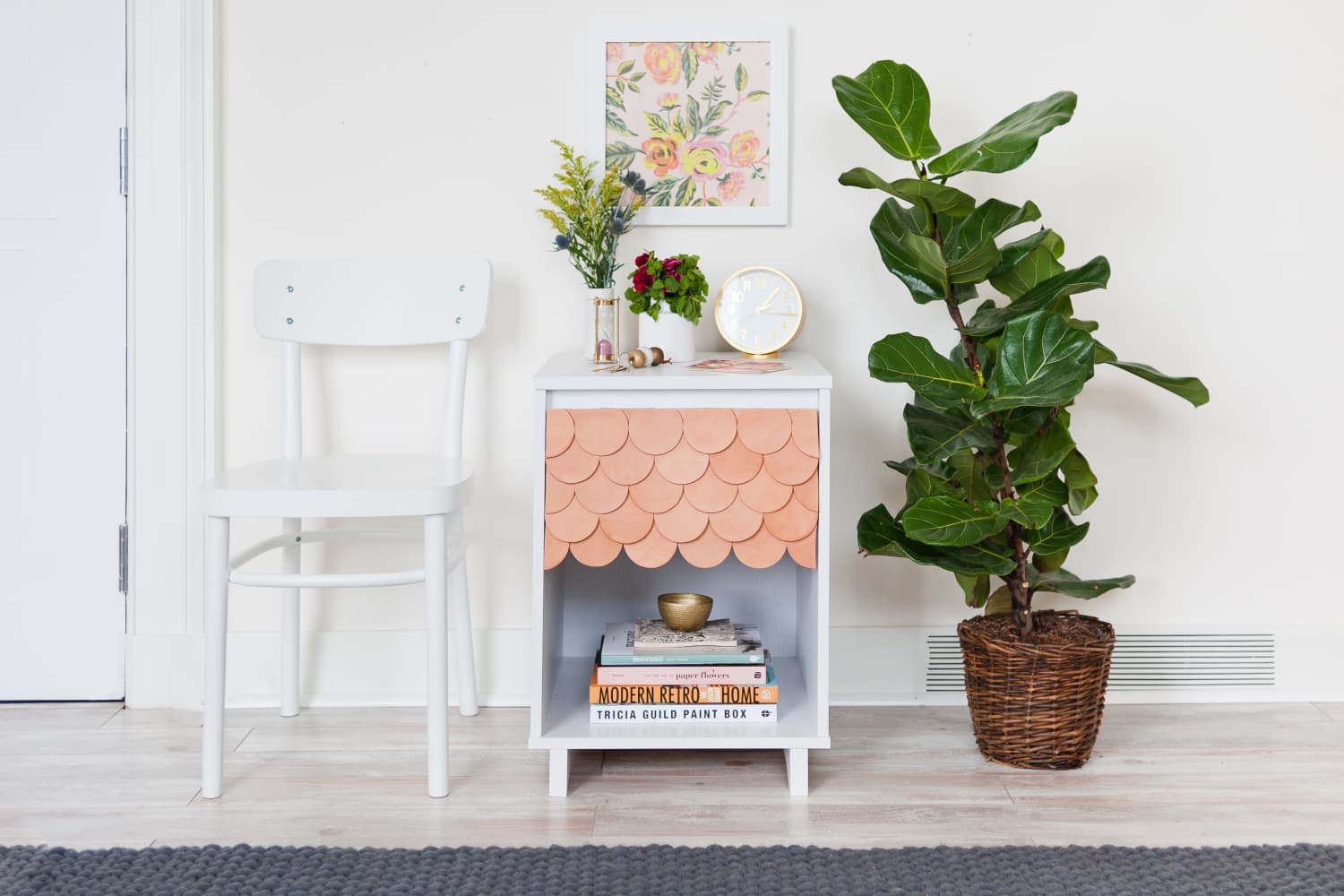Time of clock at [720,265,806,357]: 1:16
